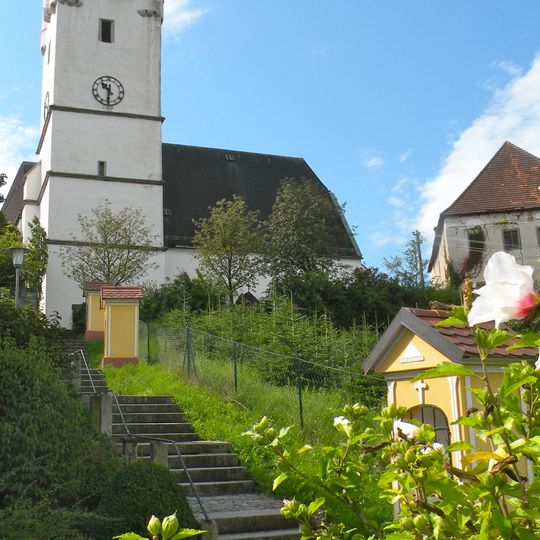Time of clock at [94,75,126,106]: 10:31
